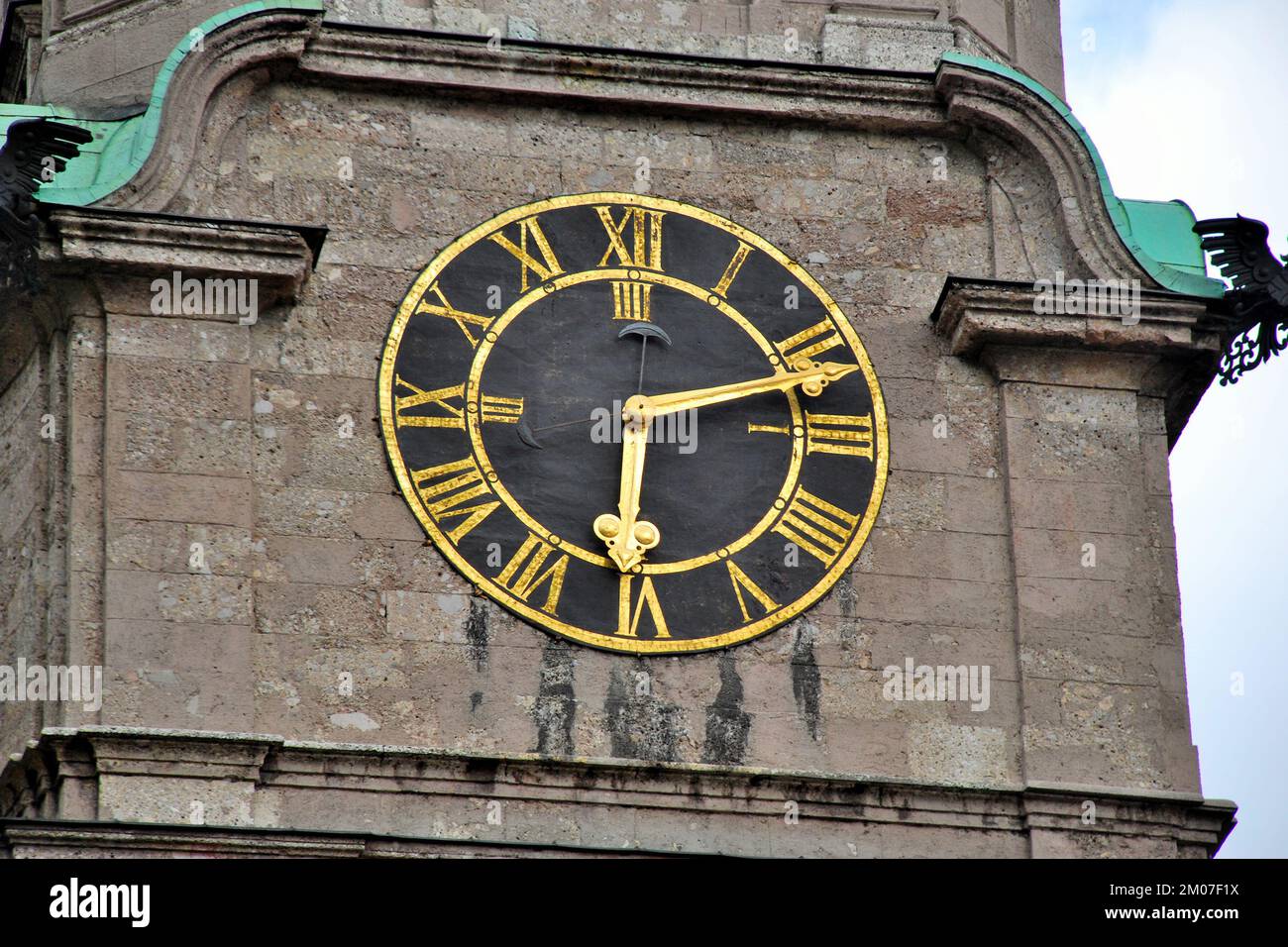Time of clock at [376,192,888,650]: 6:12
